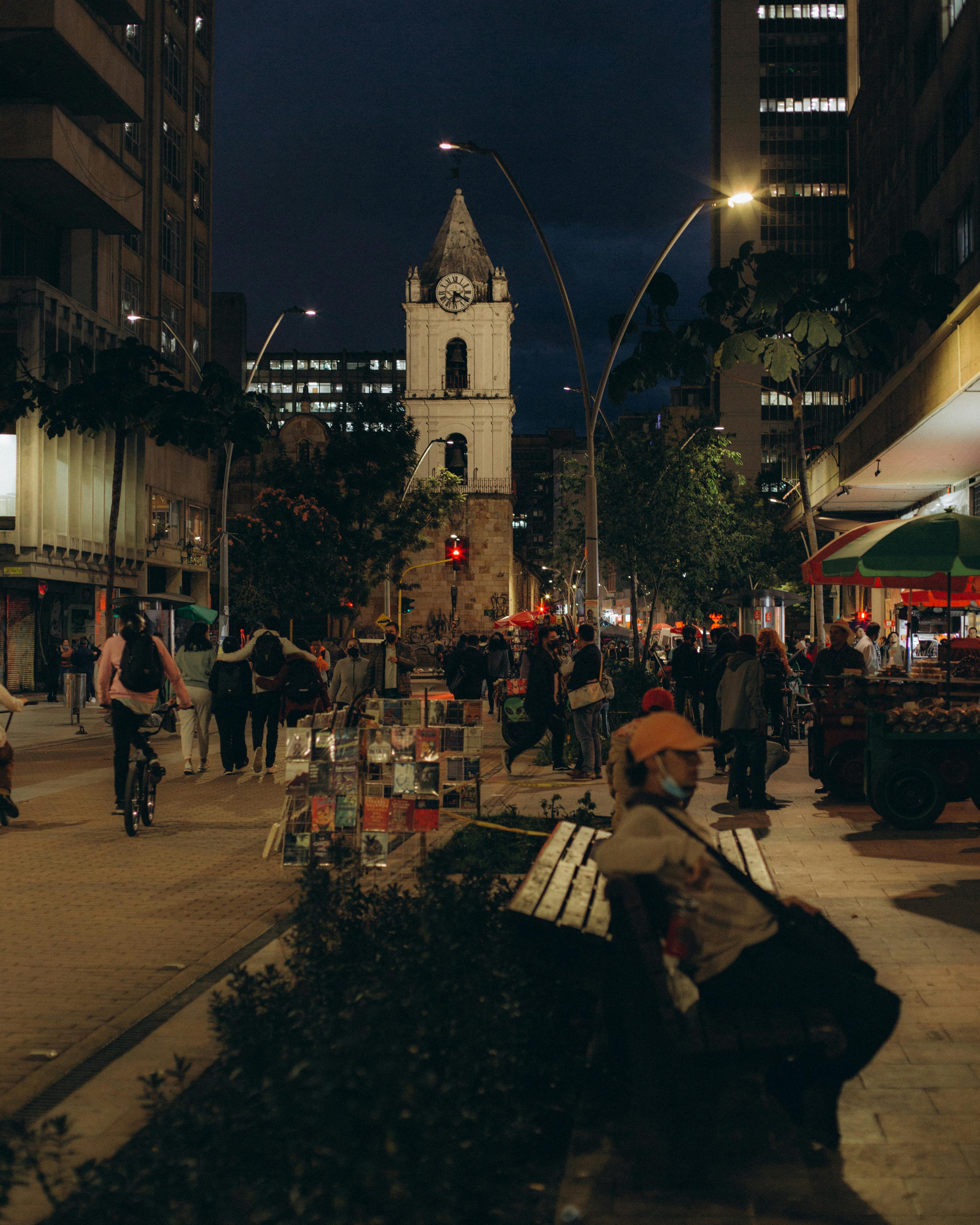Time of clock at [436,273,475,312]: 6:20
